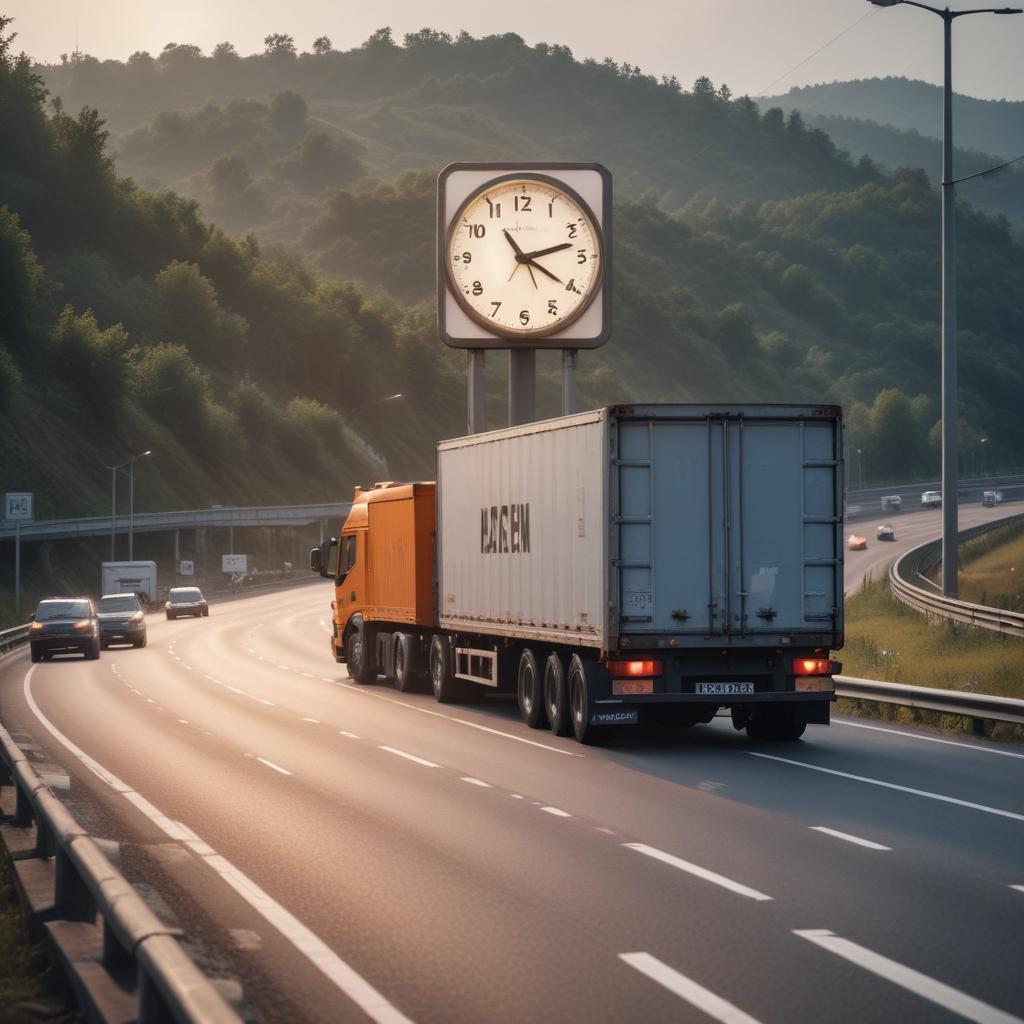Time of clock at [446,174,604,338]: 4:12
